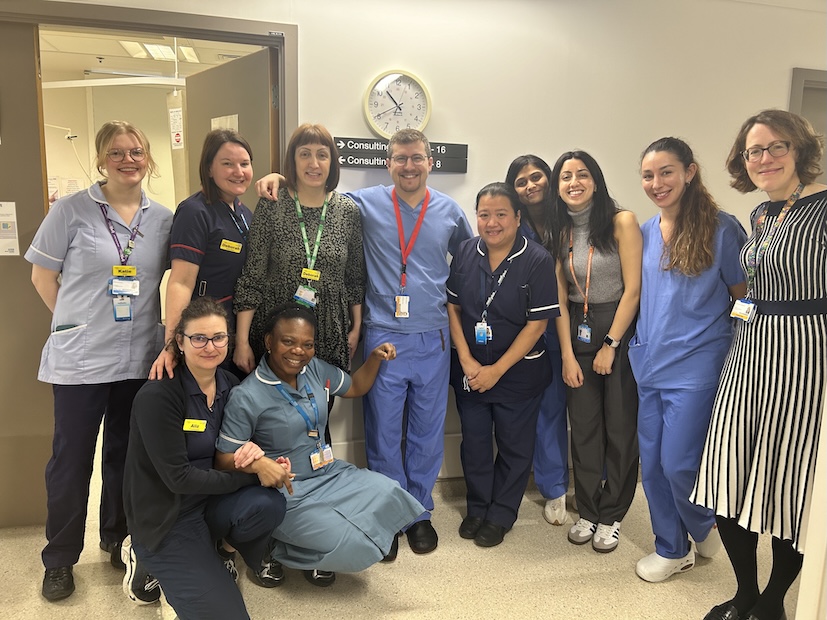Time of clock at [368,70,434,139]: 10:40
